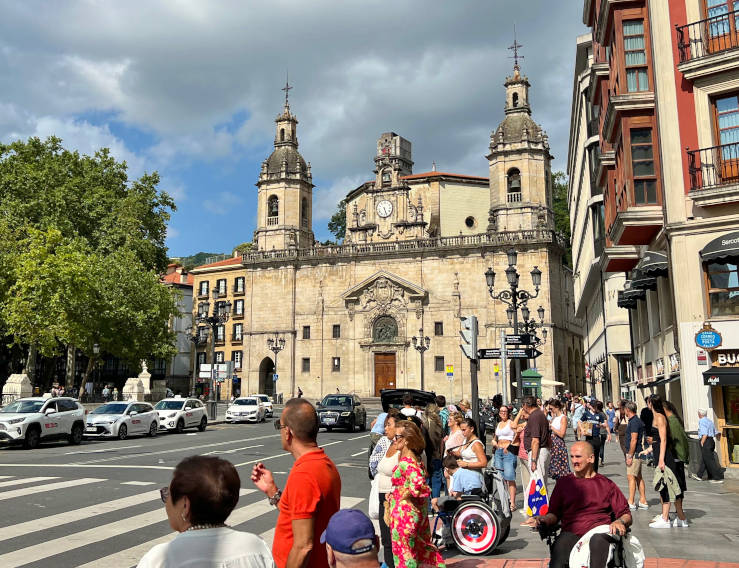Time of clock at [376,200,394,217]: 5:26
